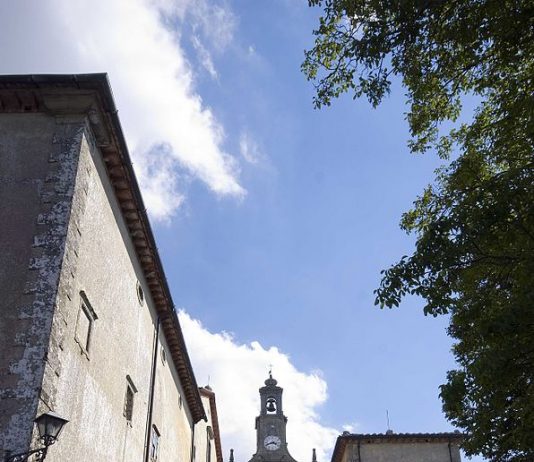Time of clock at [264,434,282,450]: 3:41
